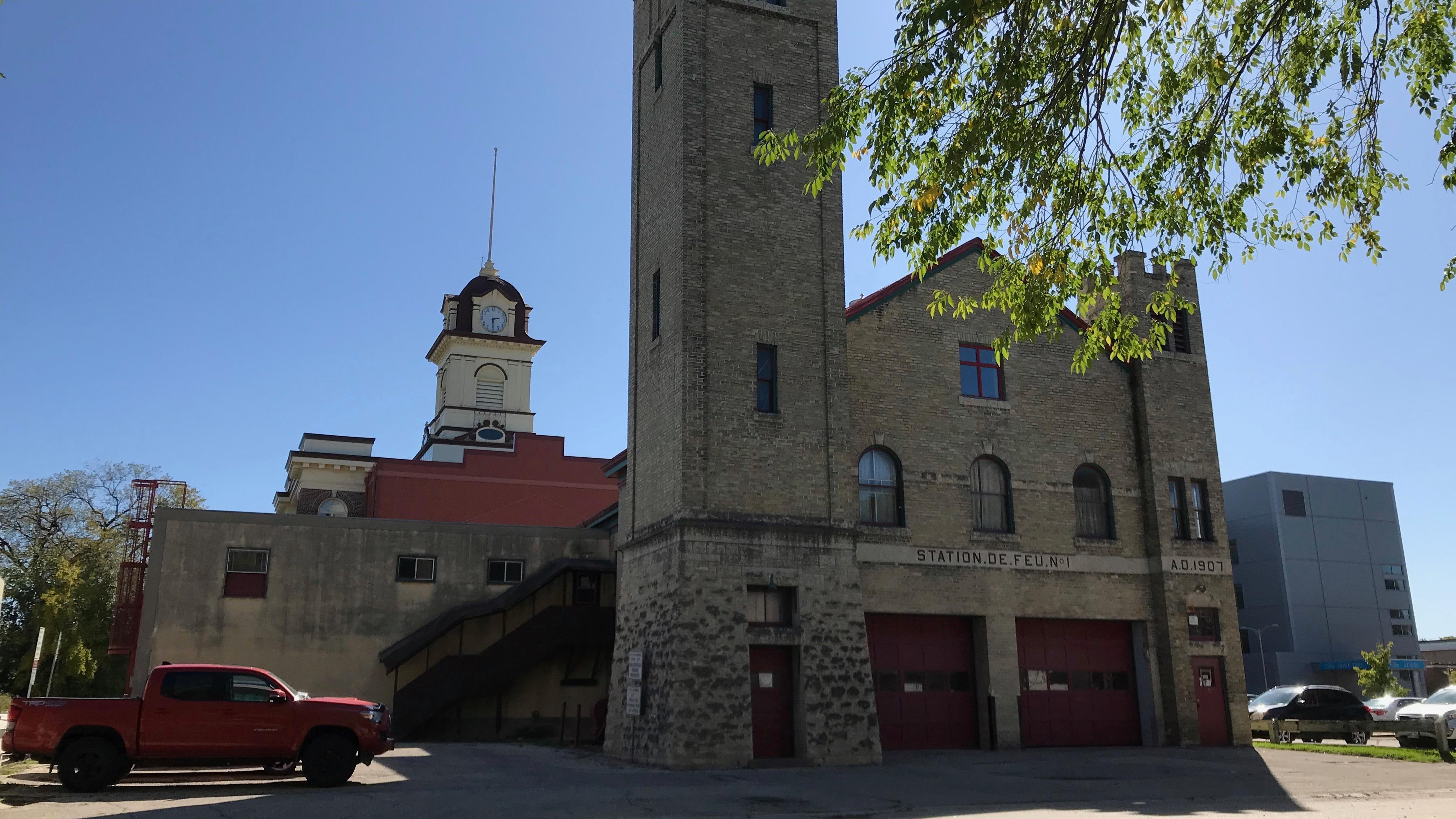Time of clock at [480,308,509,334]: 2:29
